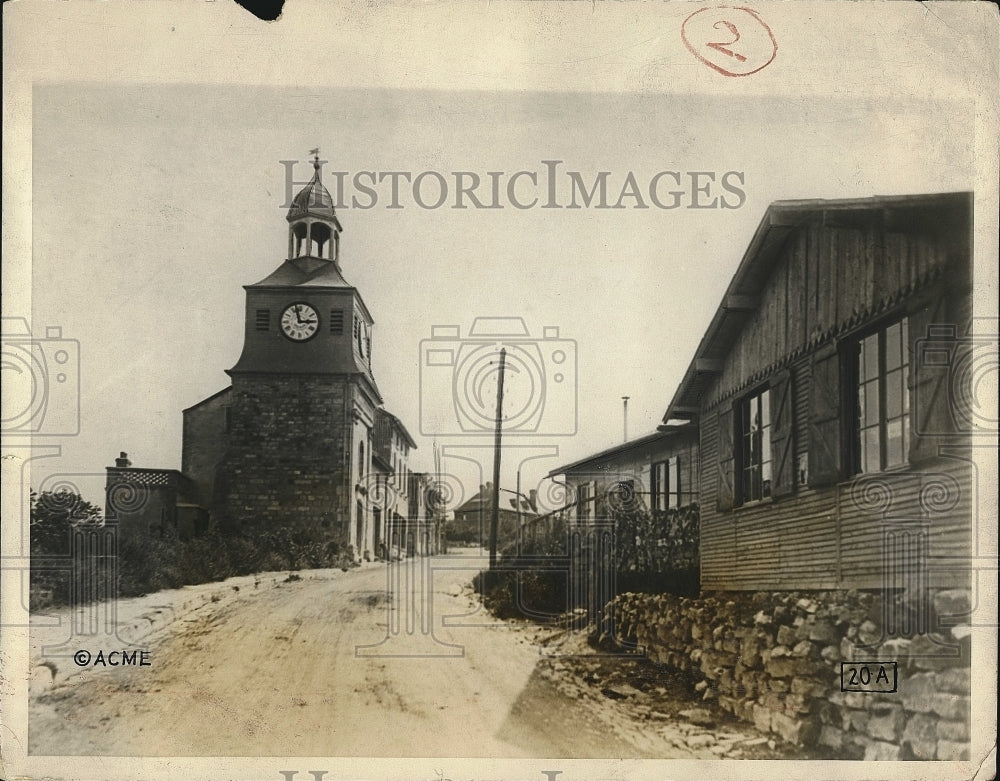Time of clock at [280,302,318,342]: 2:57
